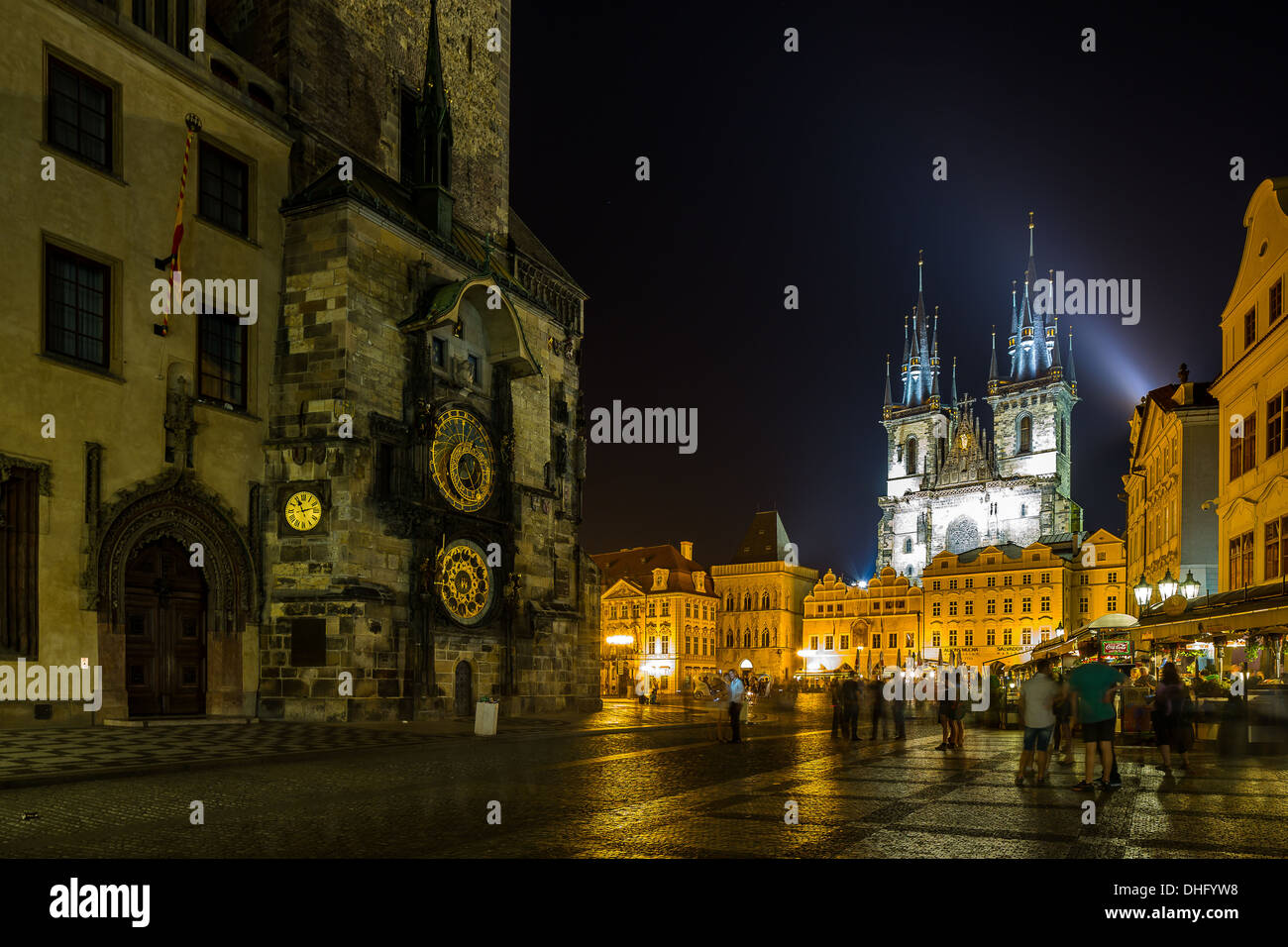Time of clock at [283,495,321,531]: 11:12
